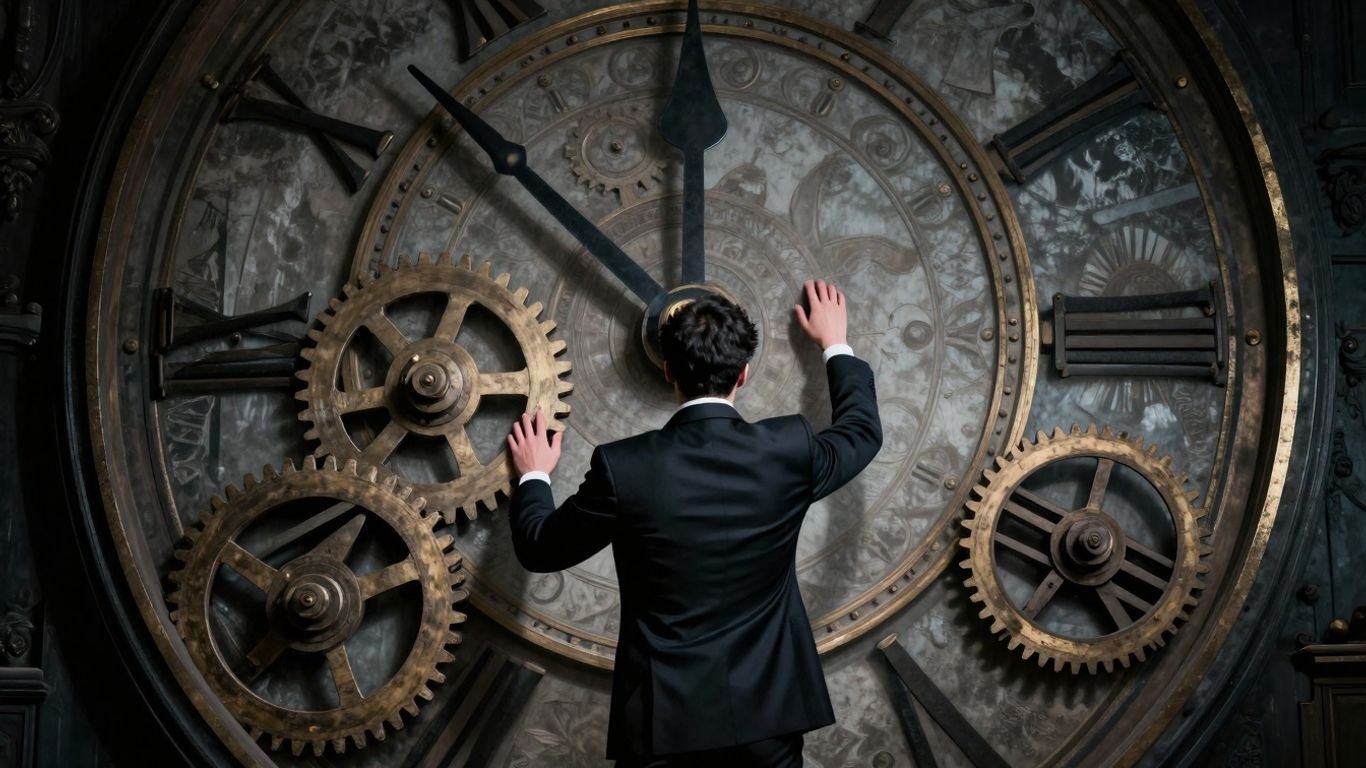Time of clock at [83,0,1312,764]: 11:52
